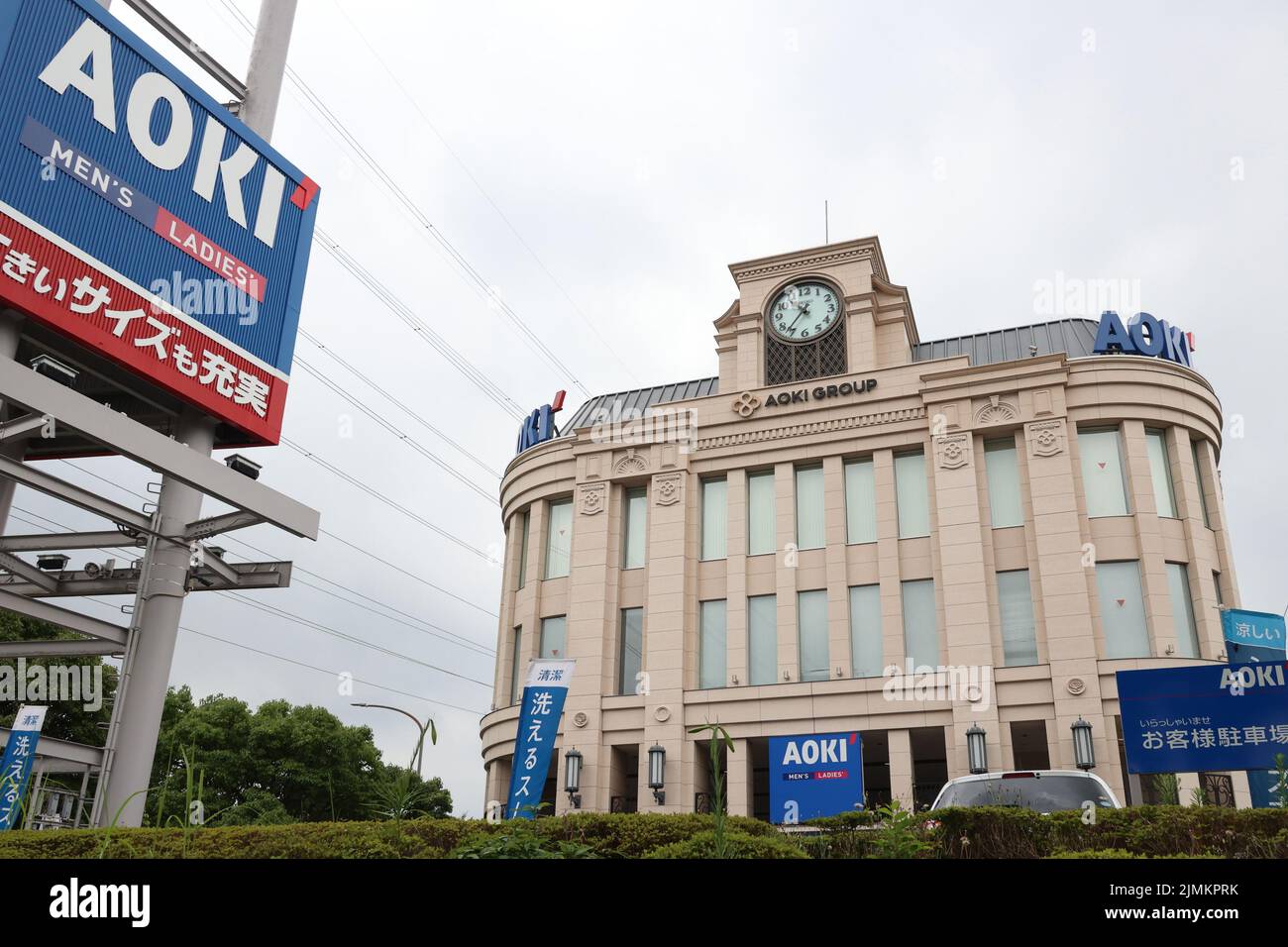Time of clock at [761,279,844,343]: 10:36
